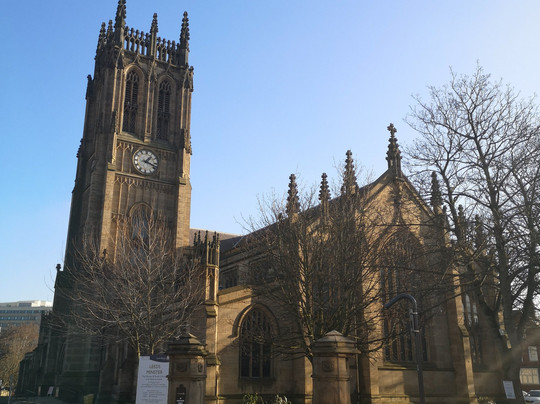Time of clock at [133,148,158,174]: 1:18
